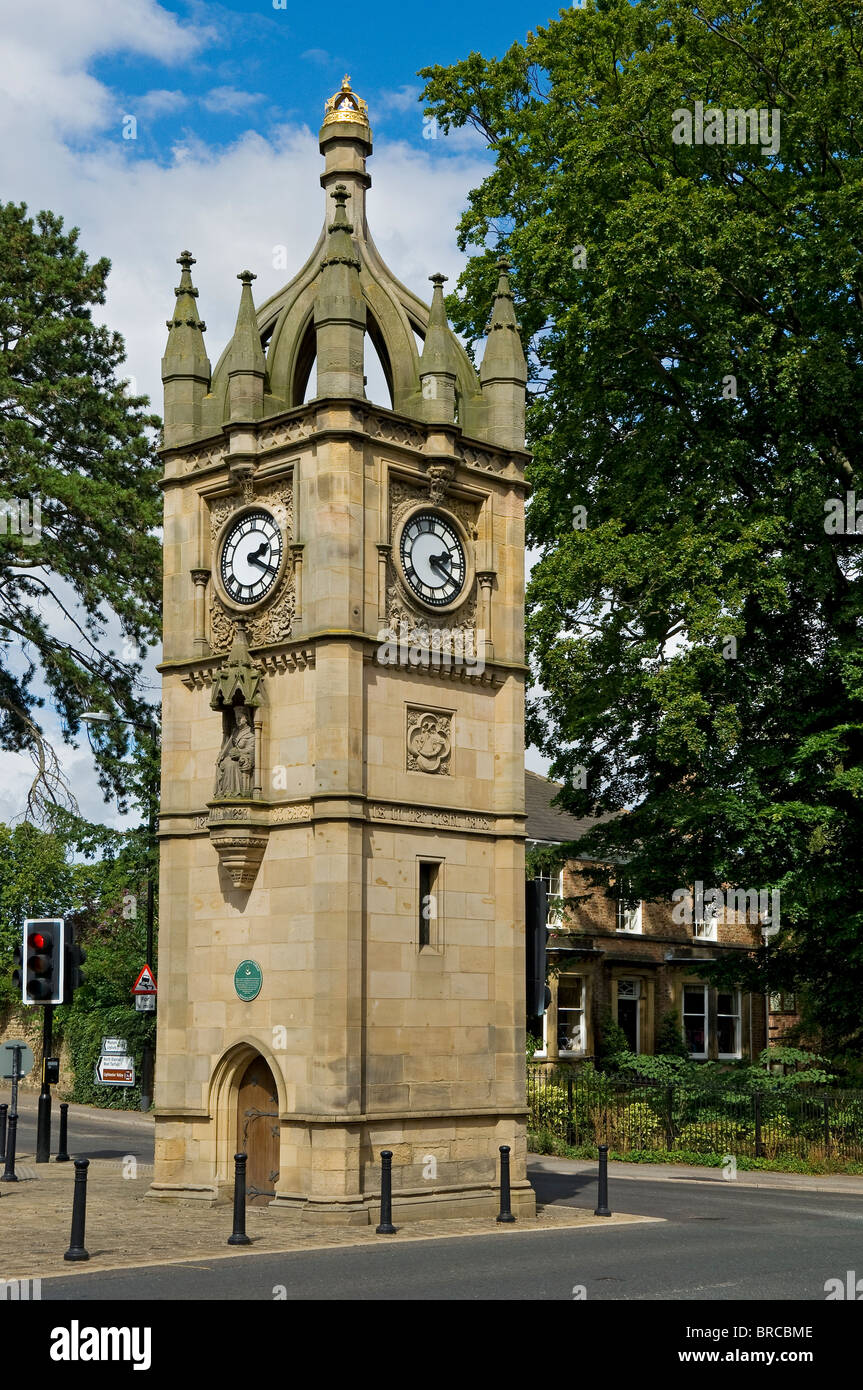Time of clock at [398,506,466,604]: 2:20
